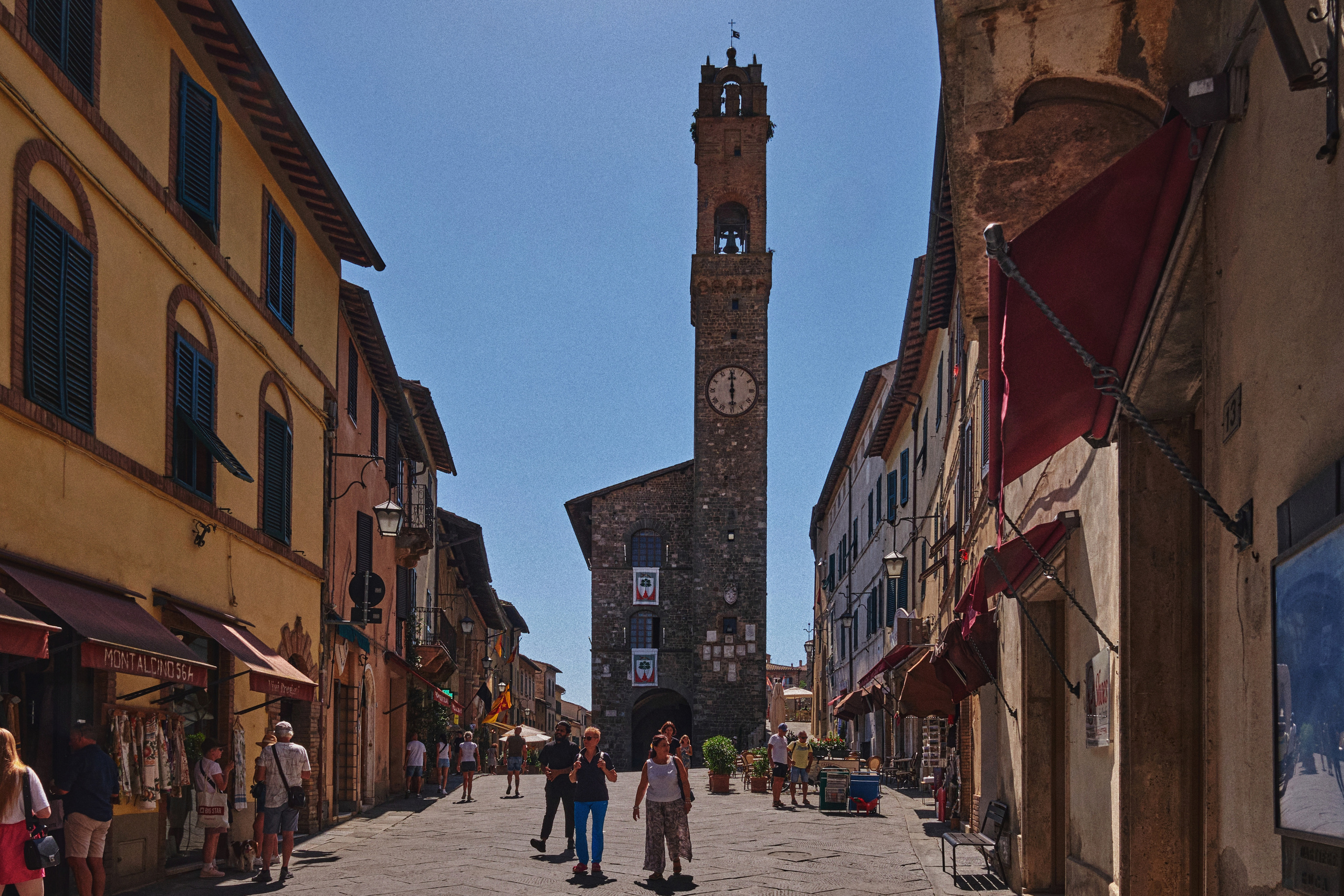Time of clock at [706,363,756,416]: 5:59
